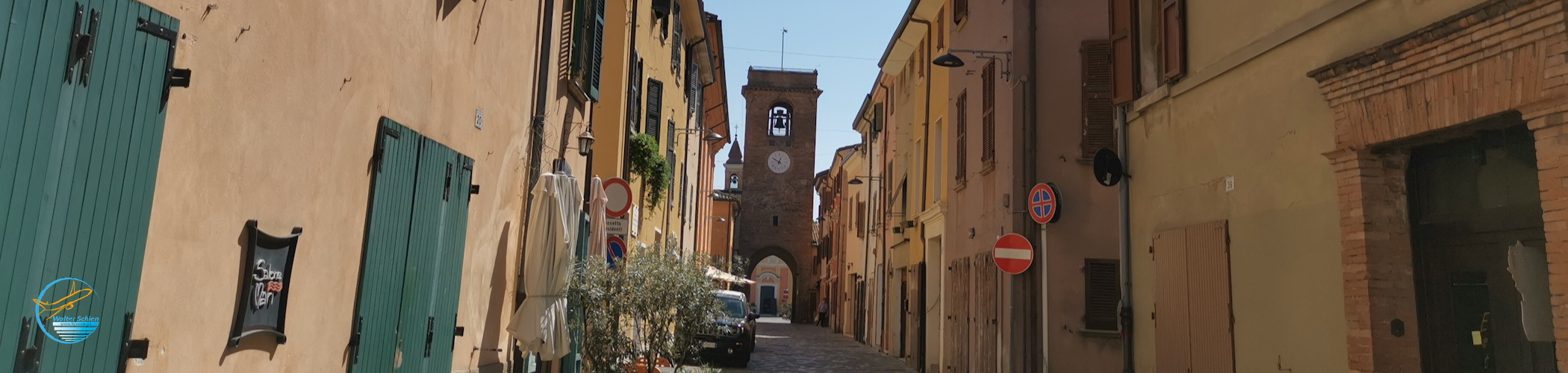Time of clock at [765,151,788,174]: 12:49
